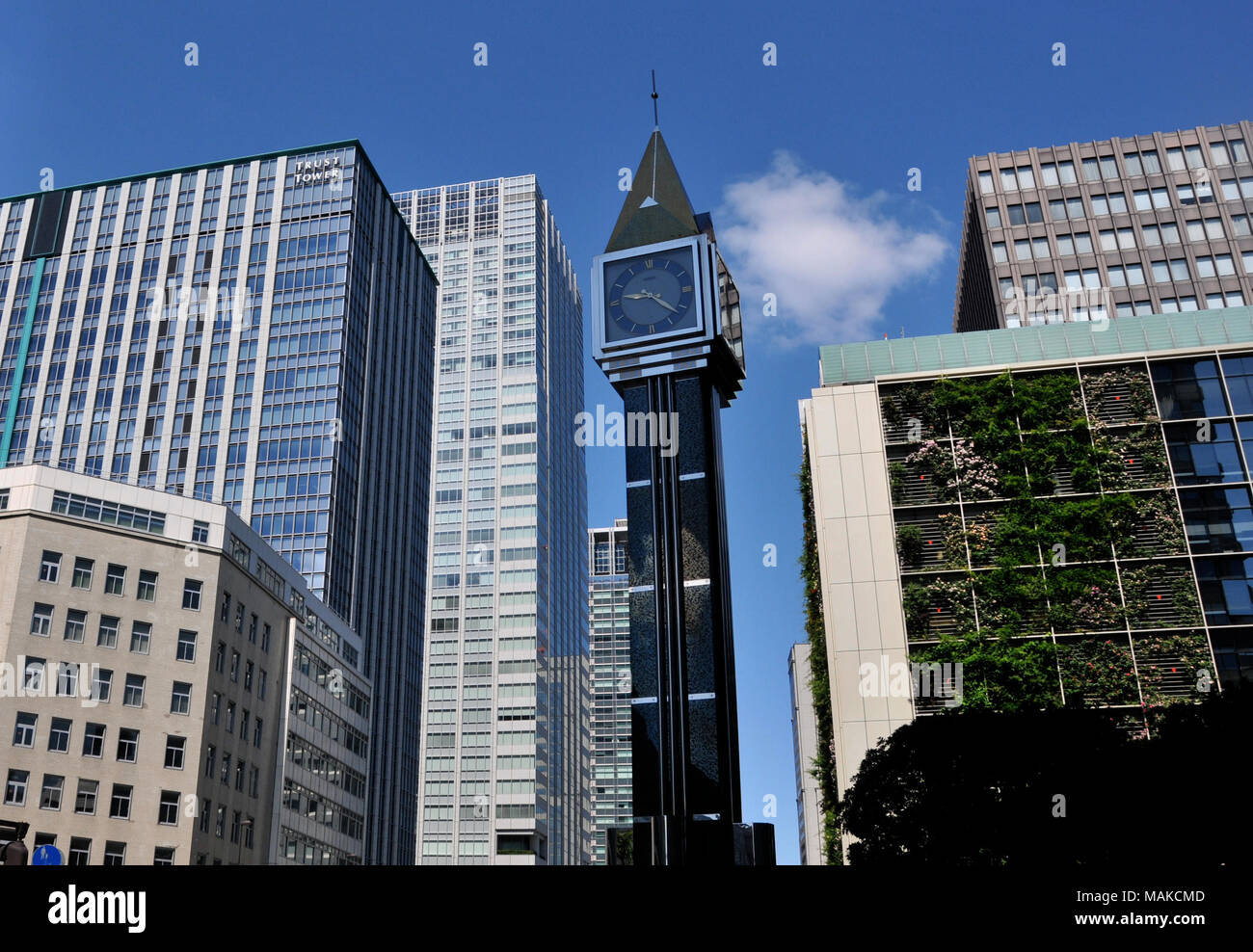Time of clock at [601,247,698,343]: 9:22
